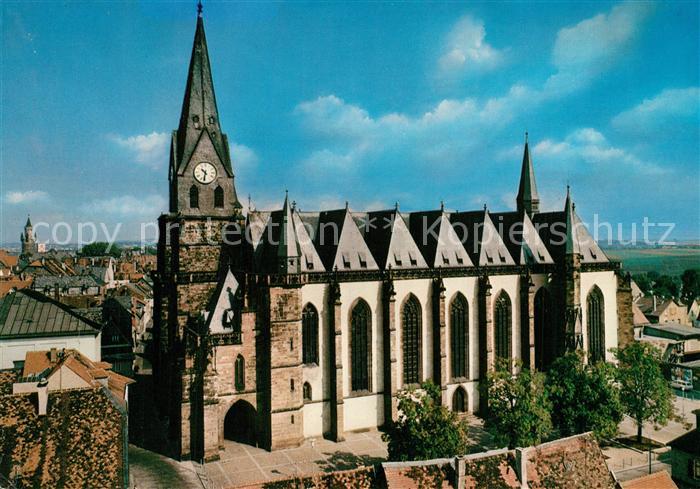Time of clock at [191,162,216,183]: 10:32
